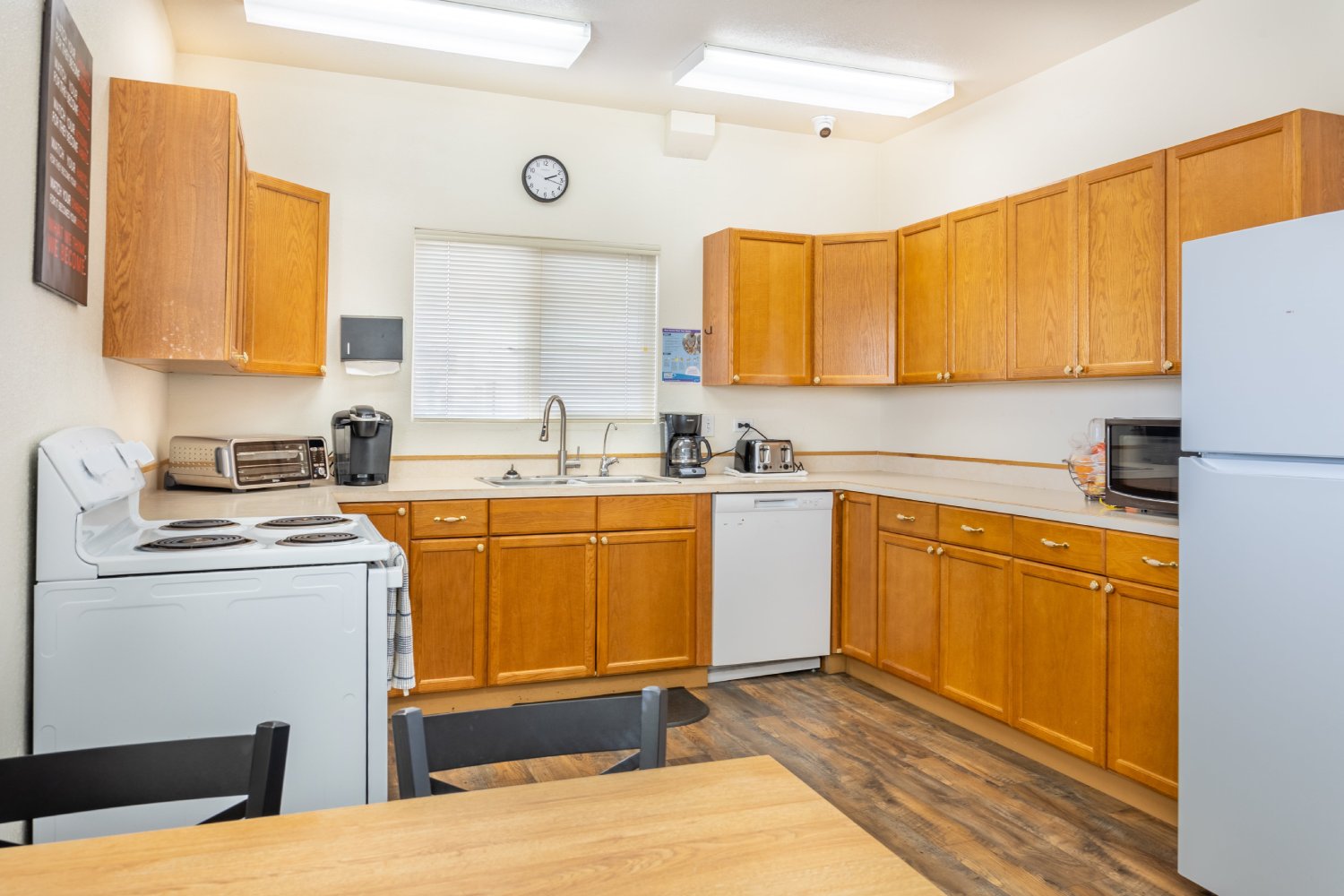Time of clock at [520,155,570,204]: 2:17
